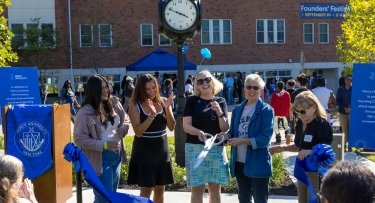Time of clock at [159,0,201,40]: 3:48
